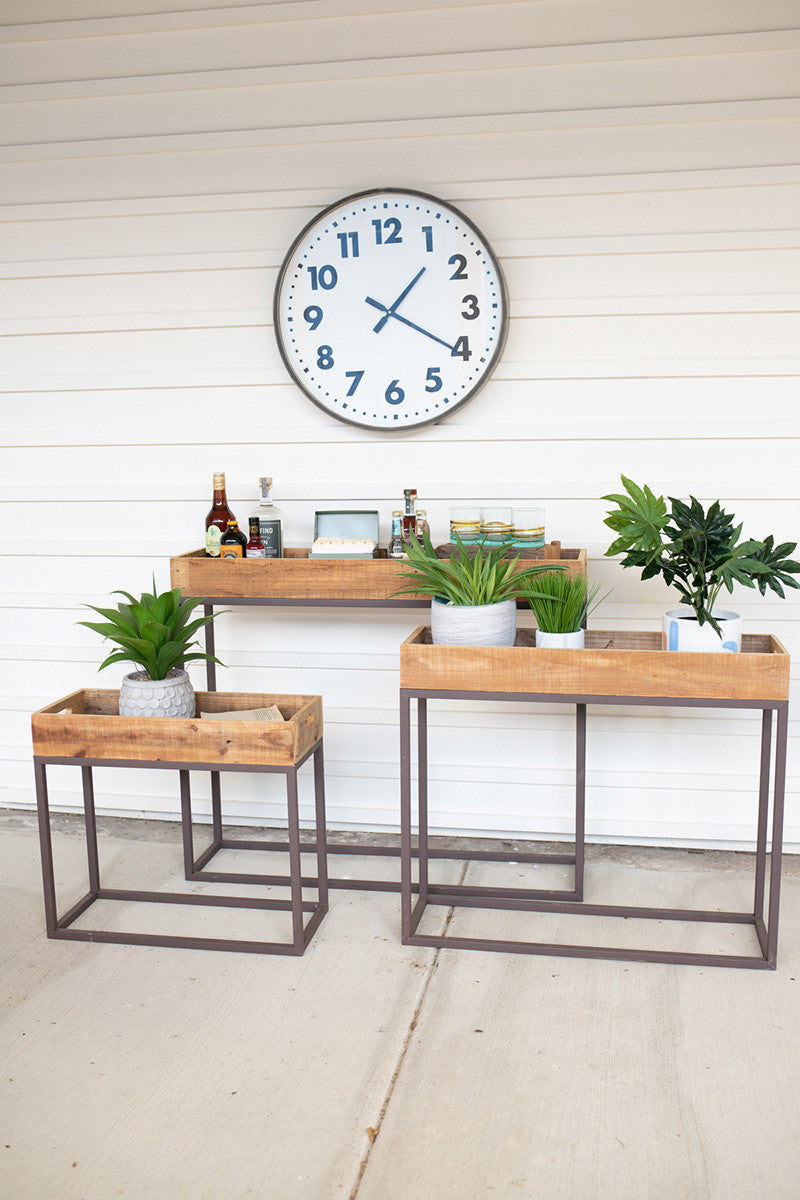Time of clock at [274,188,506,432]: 1:20
